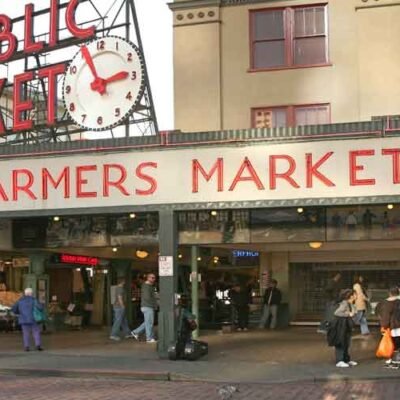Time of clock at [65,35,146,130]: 2:56
